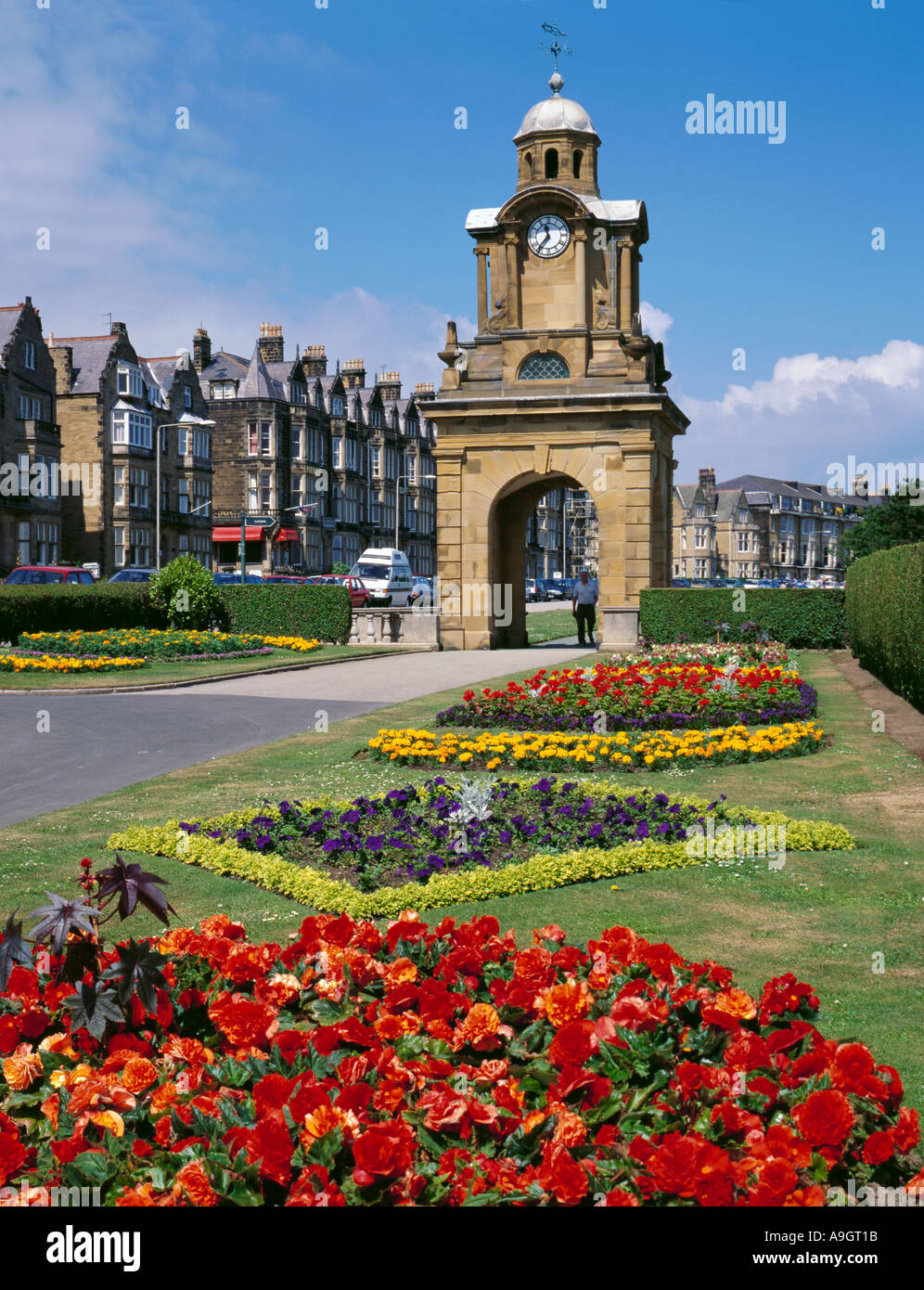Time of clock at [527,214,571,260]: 11:36
